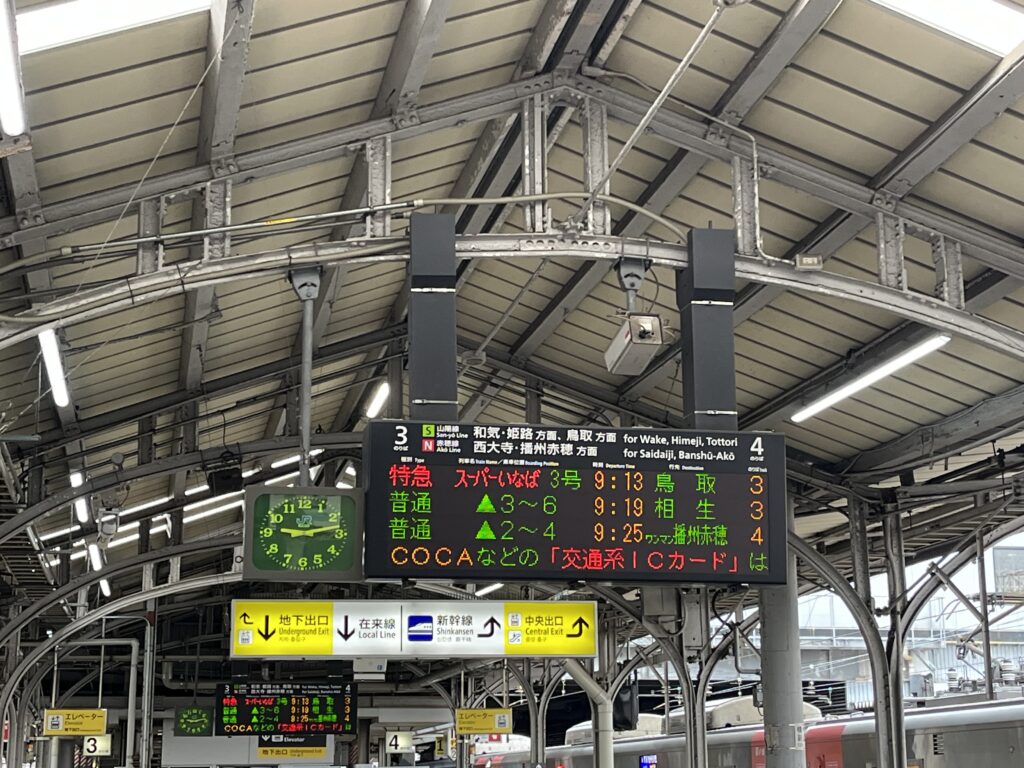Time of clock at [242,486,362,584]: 9:13
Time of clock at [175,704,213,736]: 9:12
